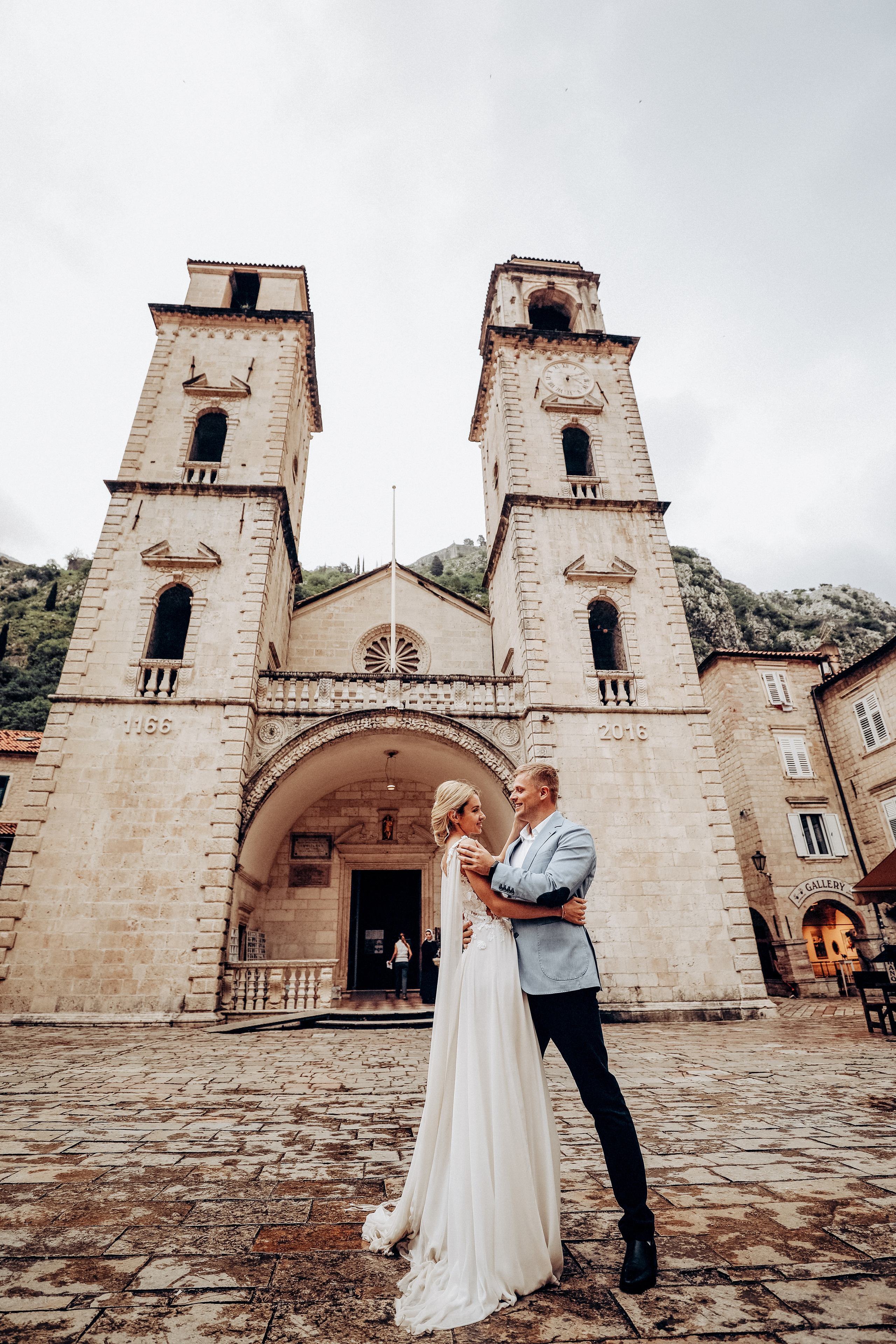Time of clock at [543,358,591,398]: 6:10
